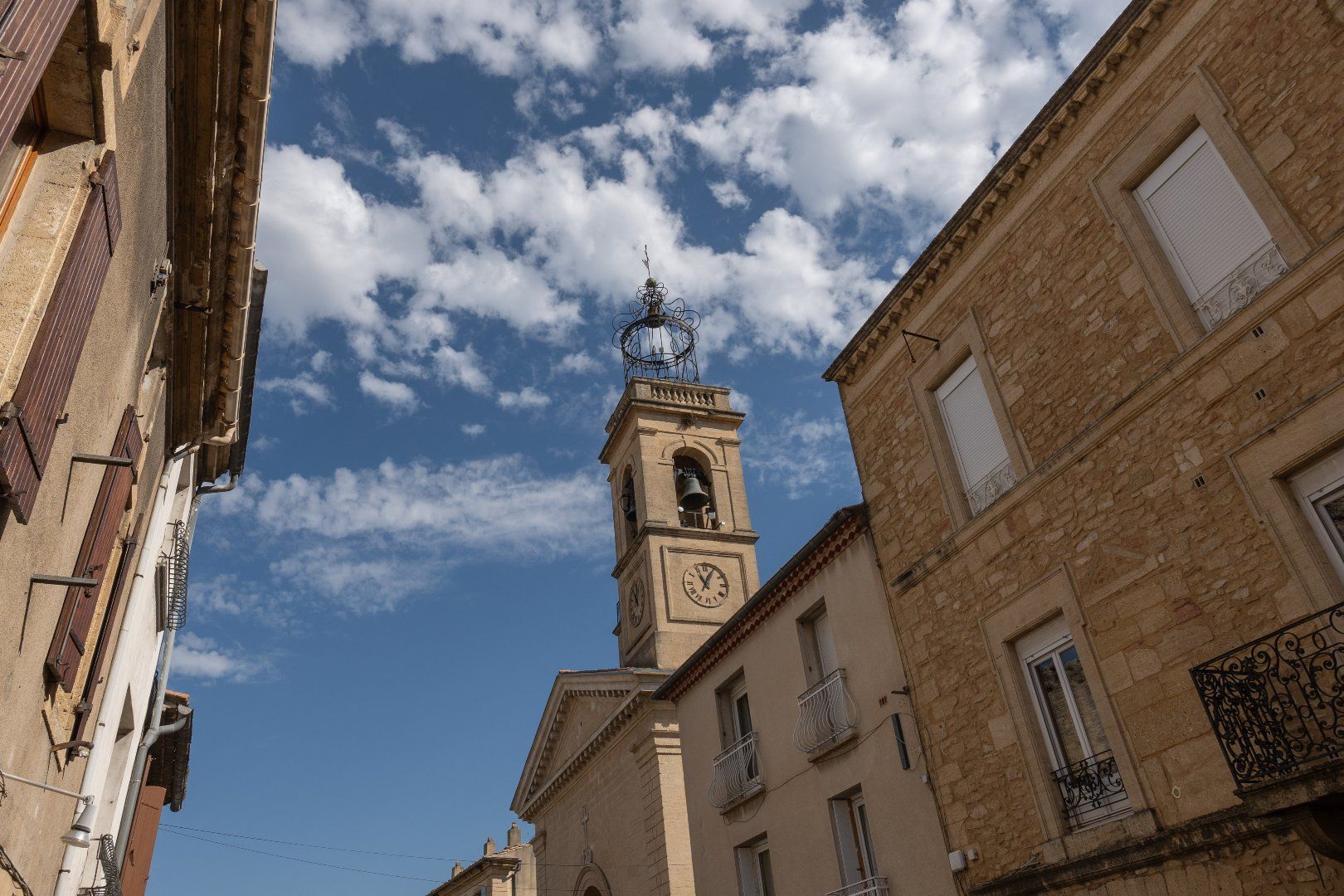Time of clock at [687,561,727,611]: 11:04
